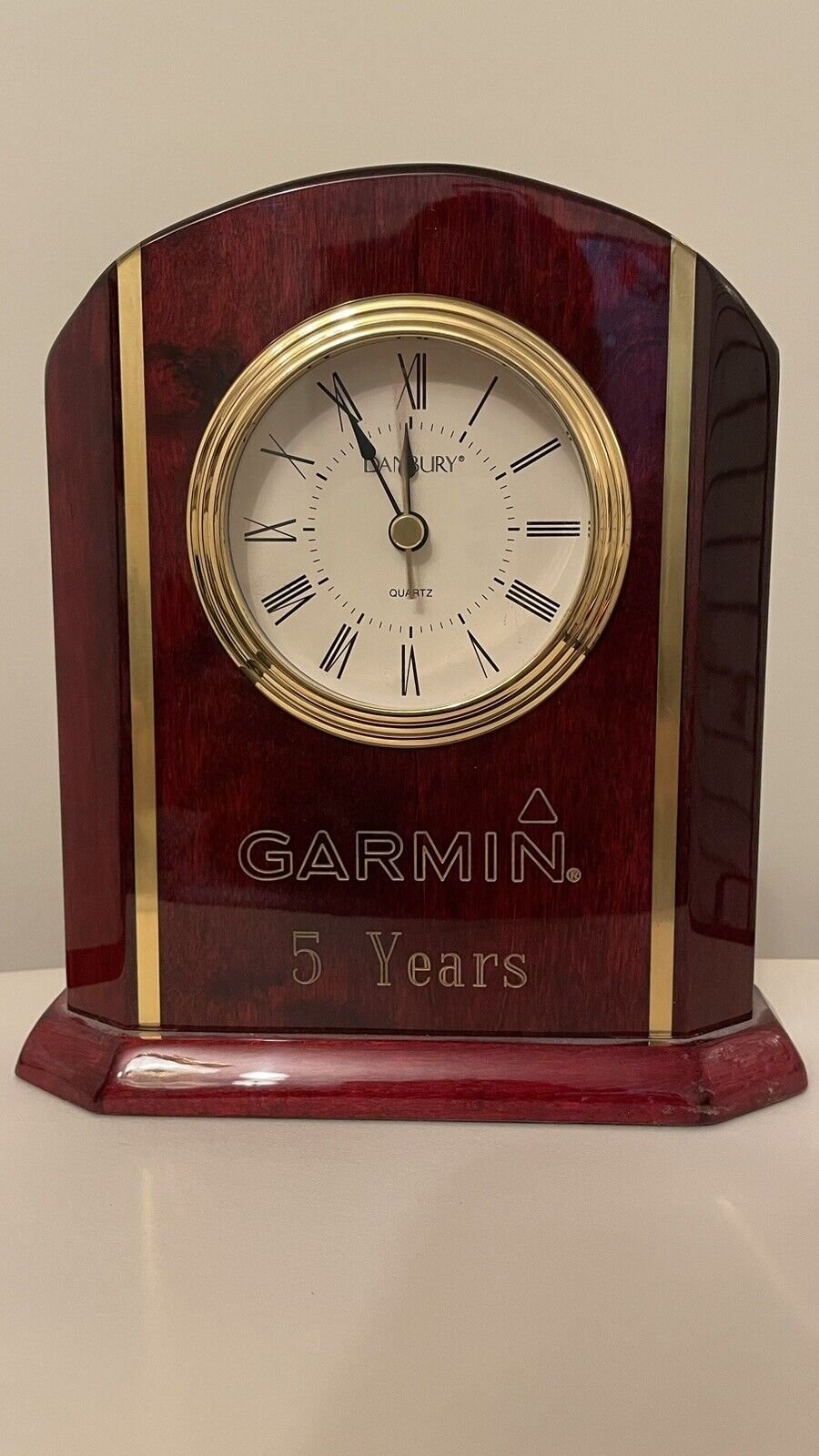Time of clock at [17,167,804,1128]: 11:54
